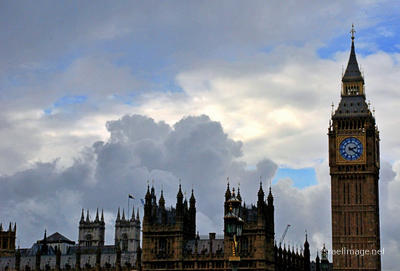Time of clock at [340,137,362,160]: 2:21
